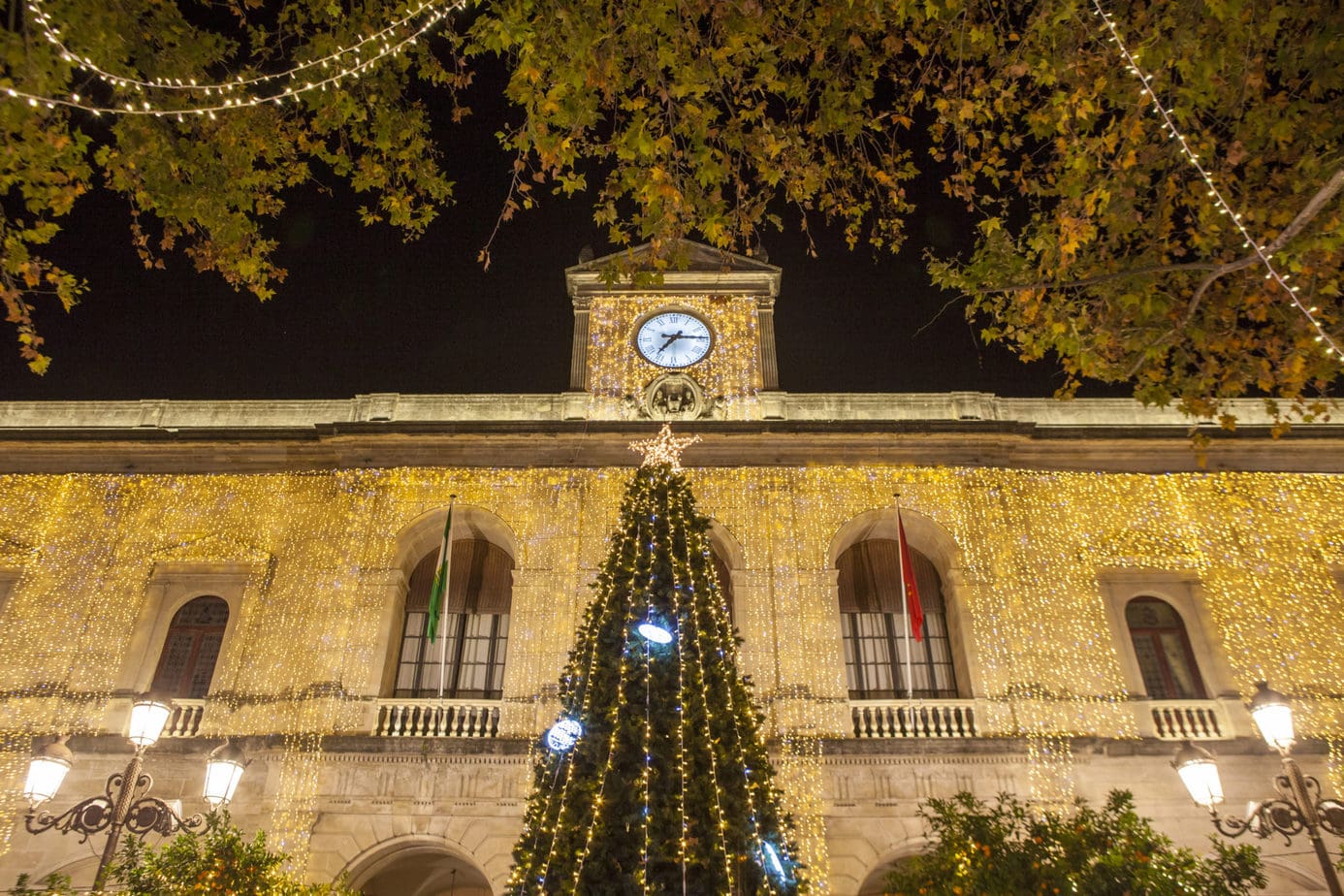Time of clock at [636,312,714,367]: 7:14
